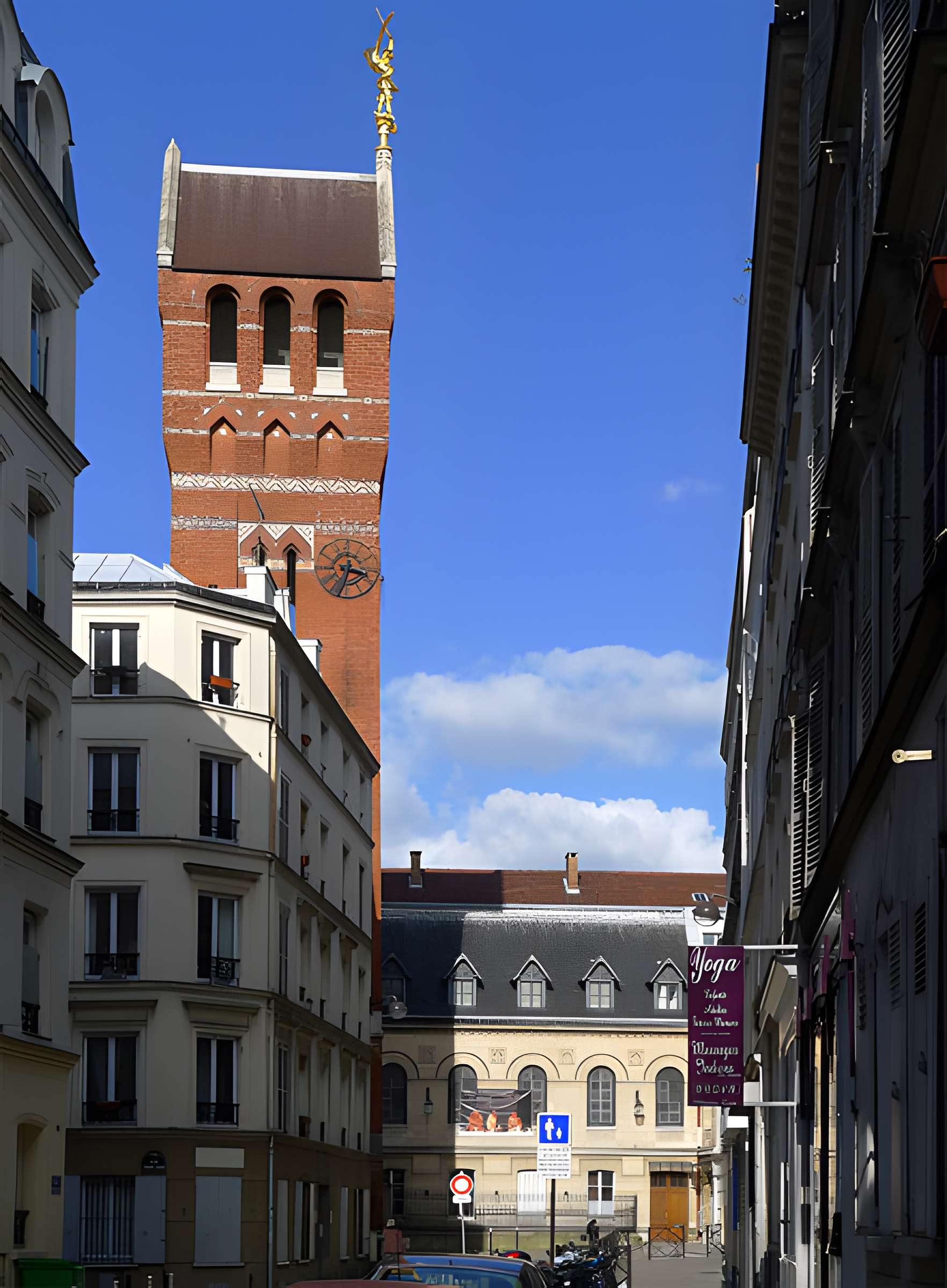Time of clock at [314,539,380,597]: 3:34
